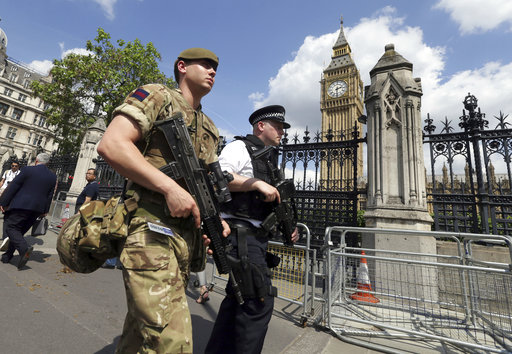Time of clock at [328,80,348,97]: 2:30
